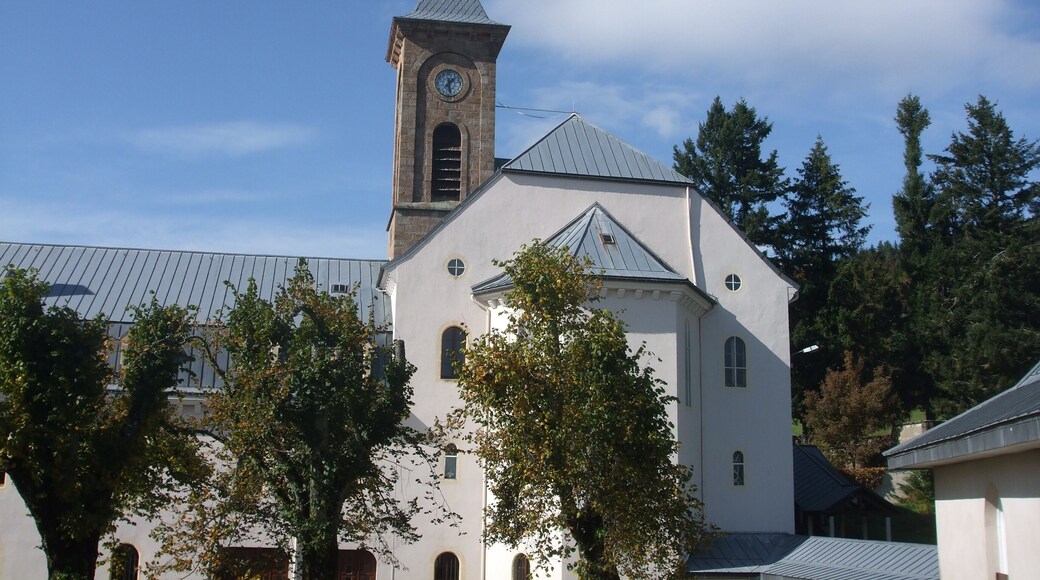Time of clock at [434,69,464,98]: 1:28
